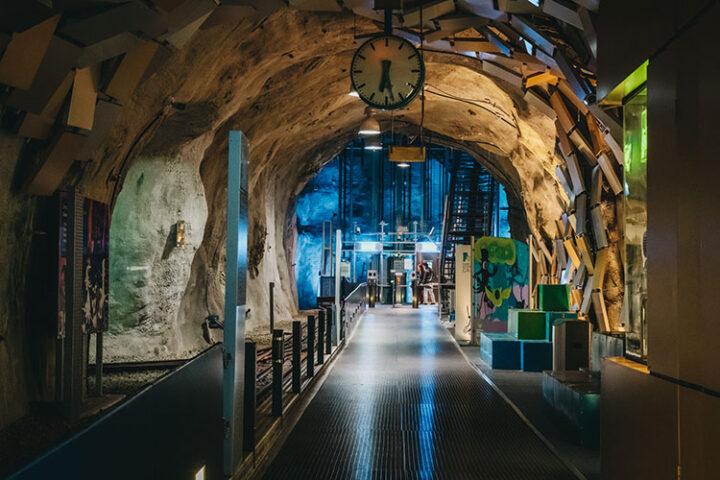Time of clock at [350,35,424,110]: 6:27
